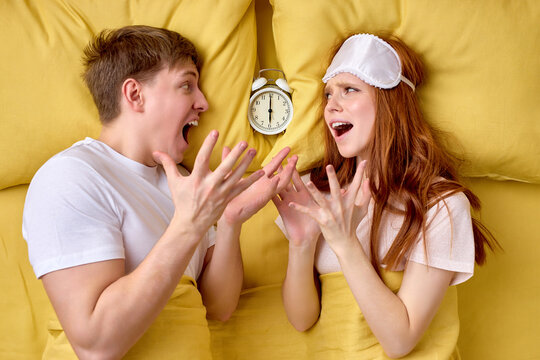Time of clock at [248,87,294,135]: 5:59
